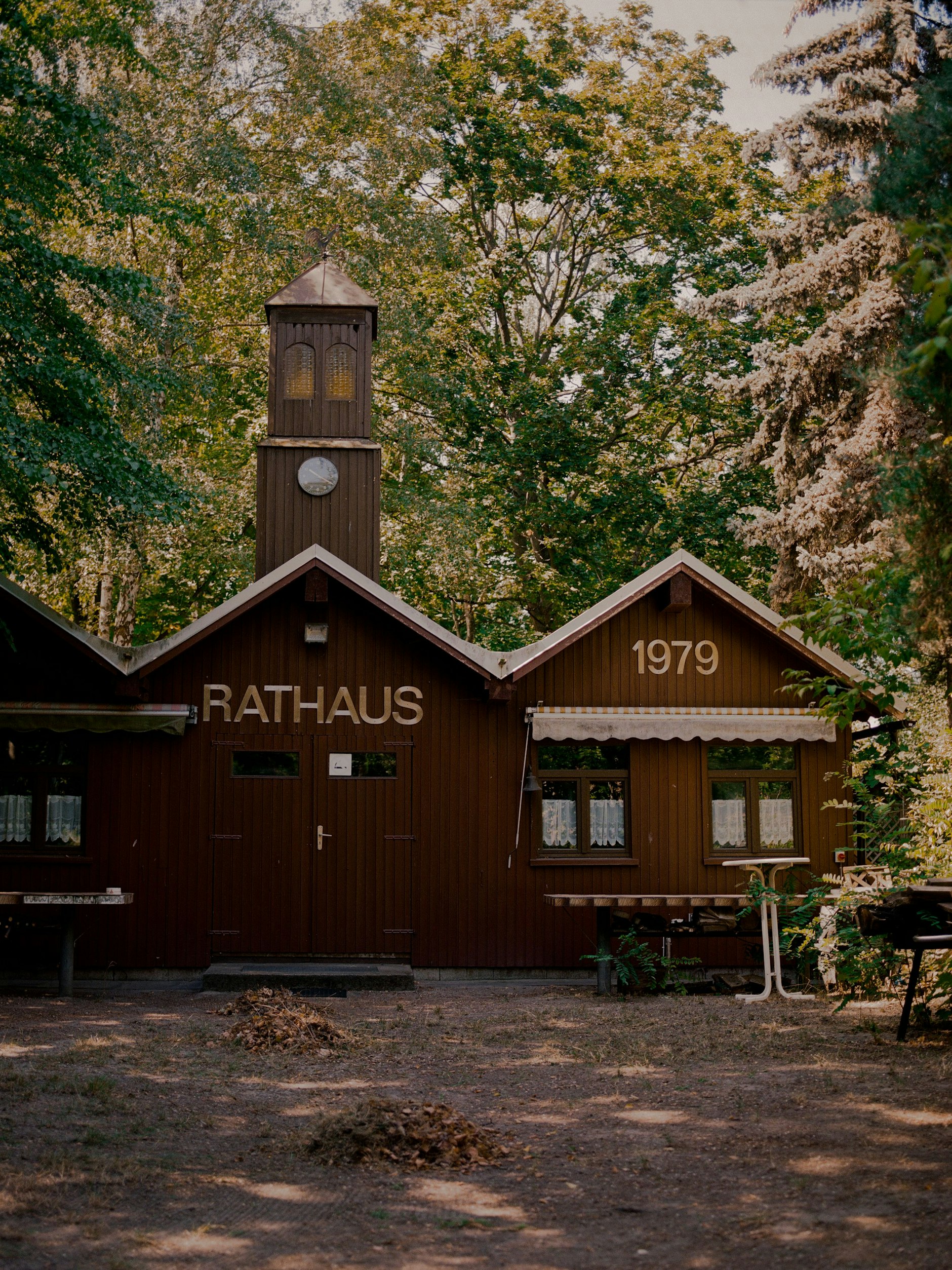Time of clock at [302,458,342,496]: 10:20
